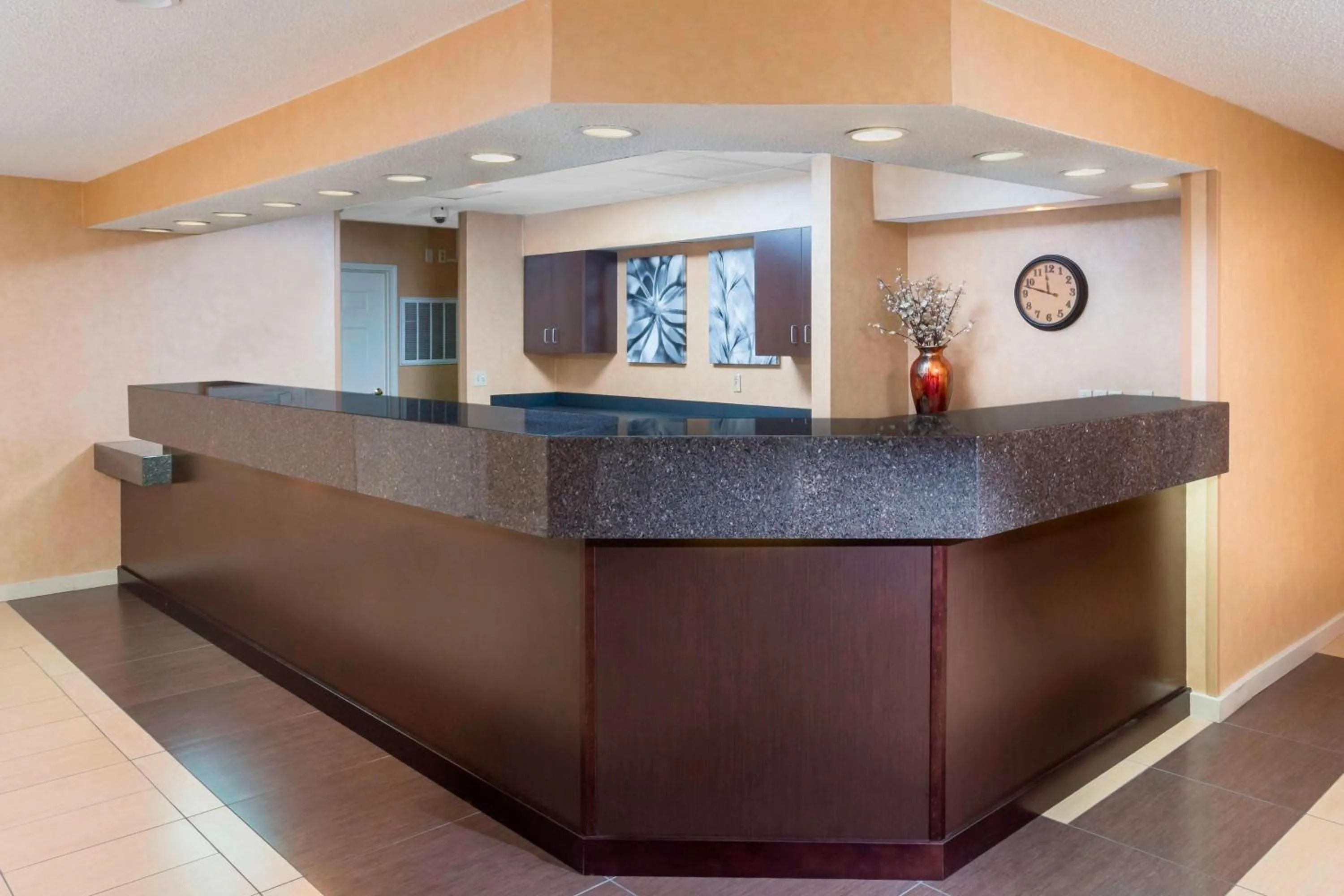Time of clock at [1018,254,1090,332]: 11:47
